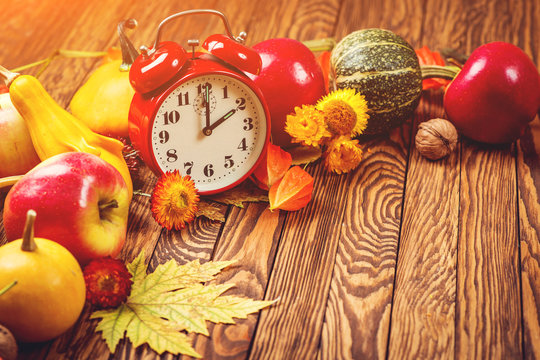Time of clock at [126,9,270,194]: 2:00
